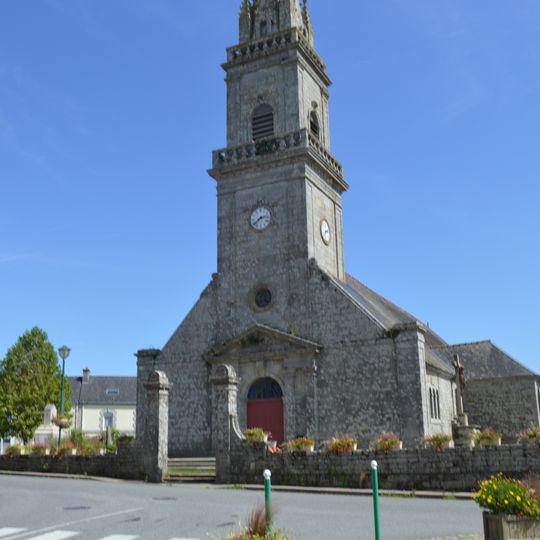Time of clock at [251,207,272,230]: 2:38
